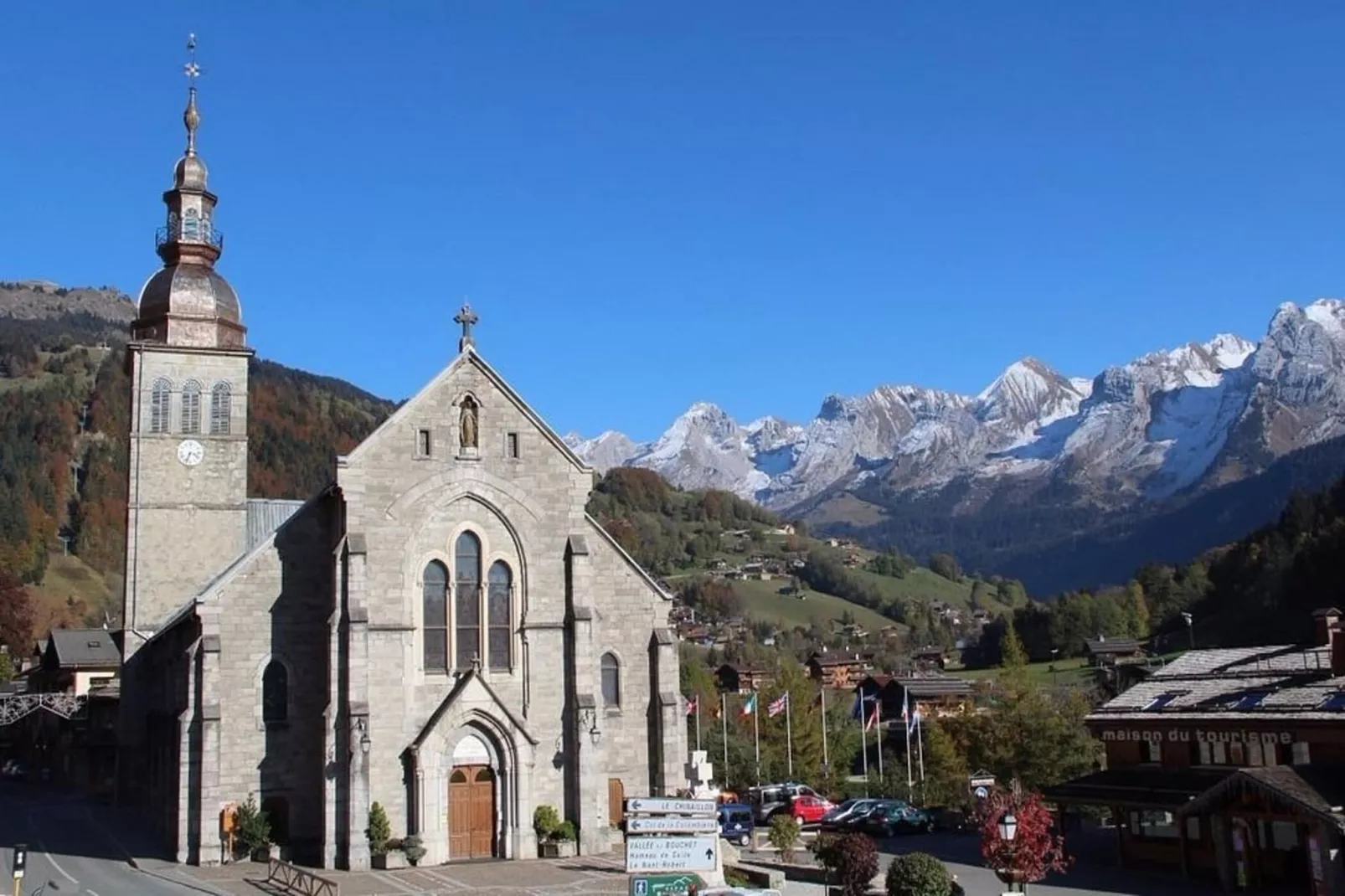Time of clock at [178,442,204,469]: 3:33
